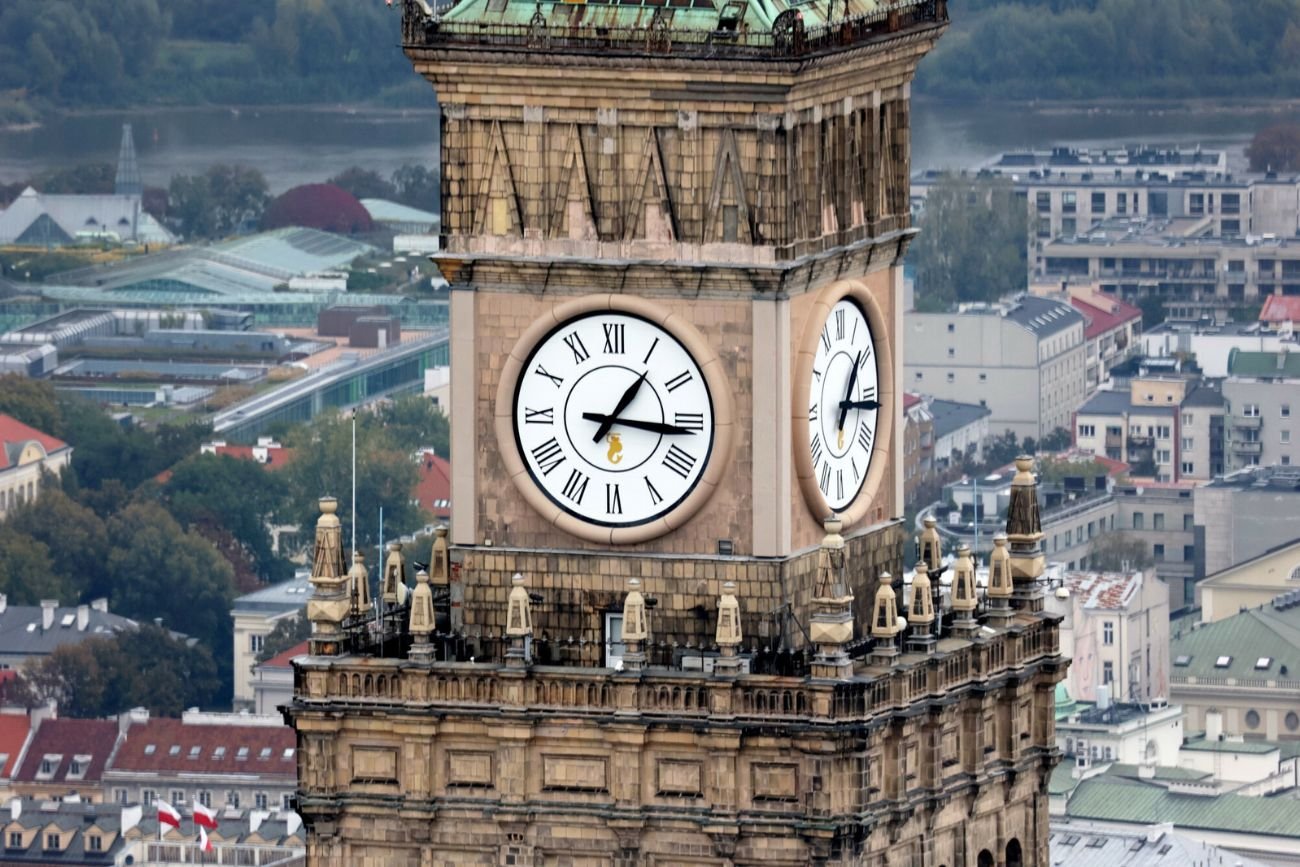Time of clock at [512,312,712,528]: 1:16
